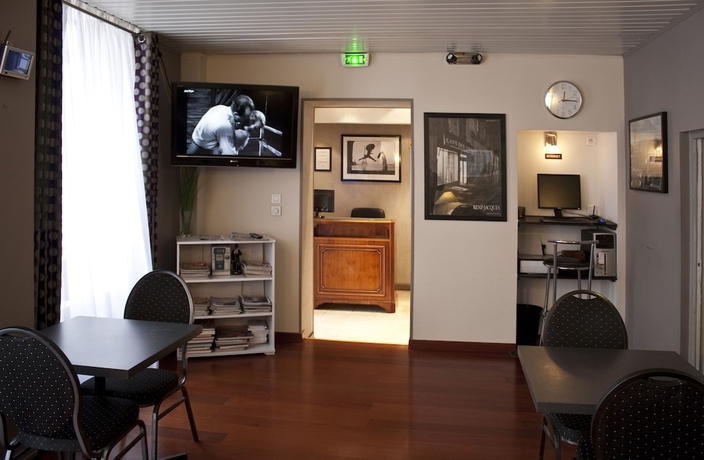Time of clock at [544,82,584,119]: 12:15
